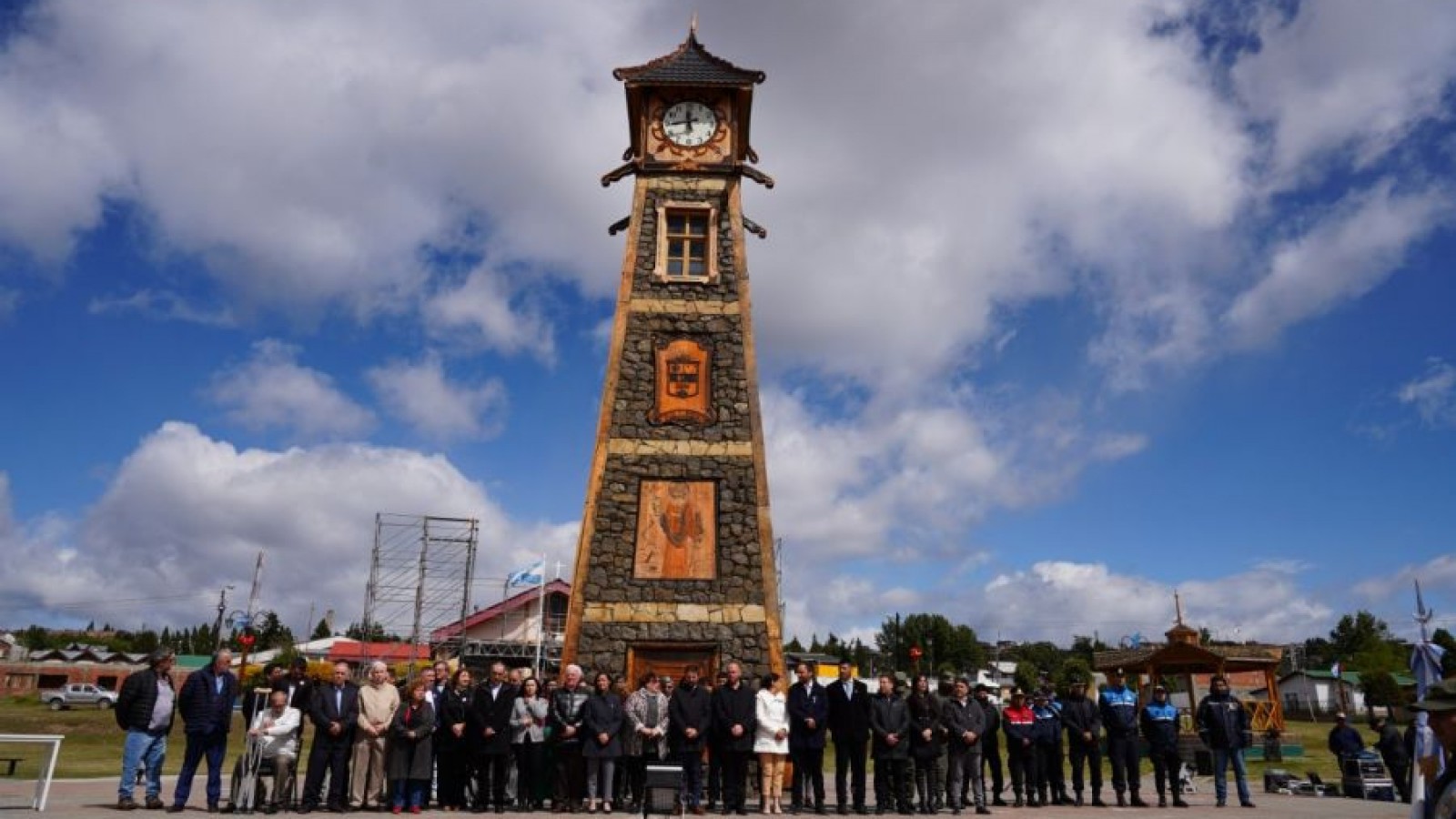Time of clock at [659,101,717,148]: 11:44
